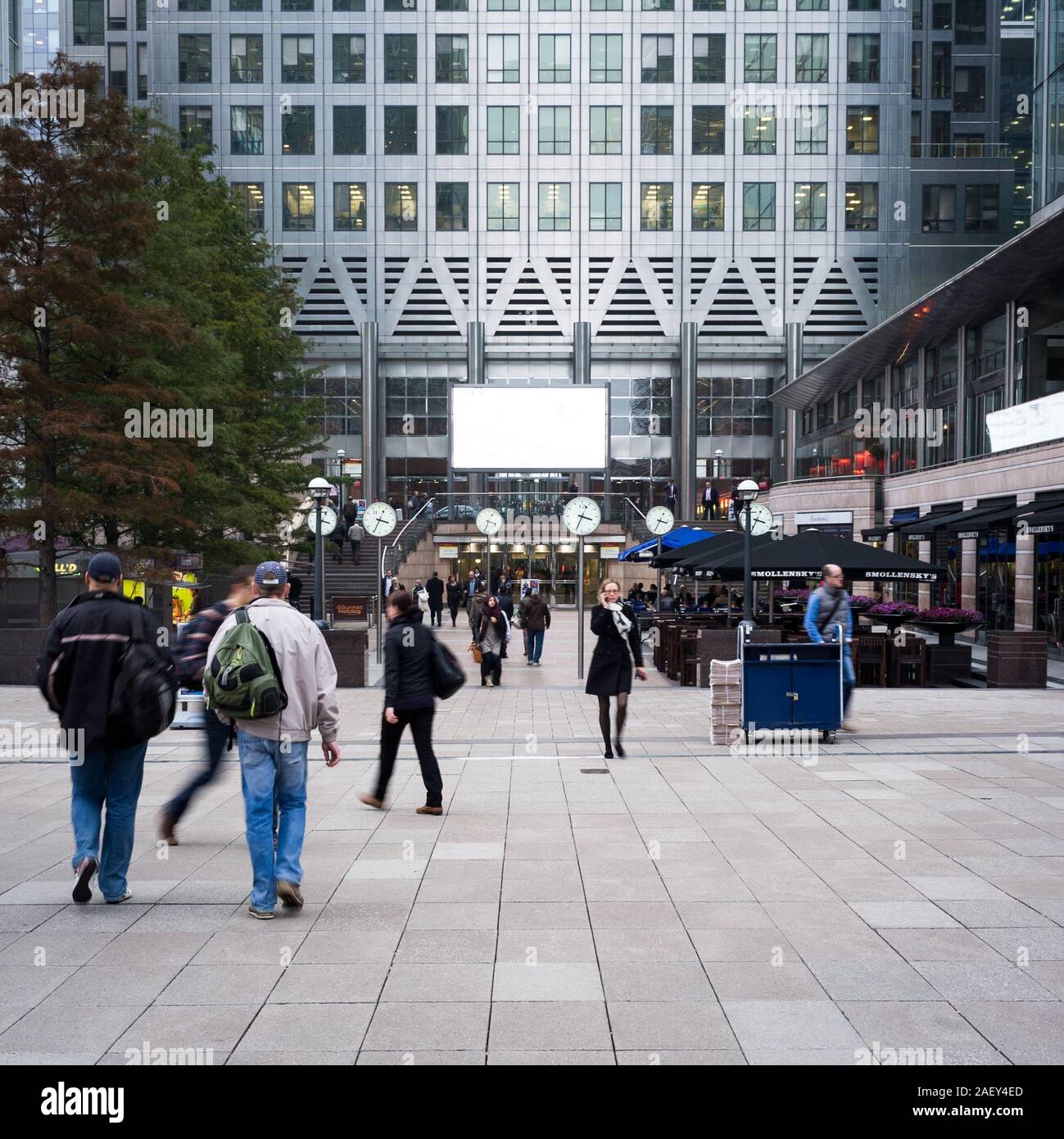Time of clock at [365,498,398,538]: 3:34
